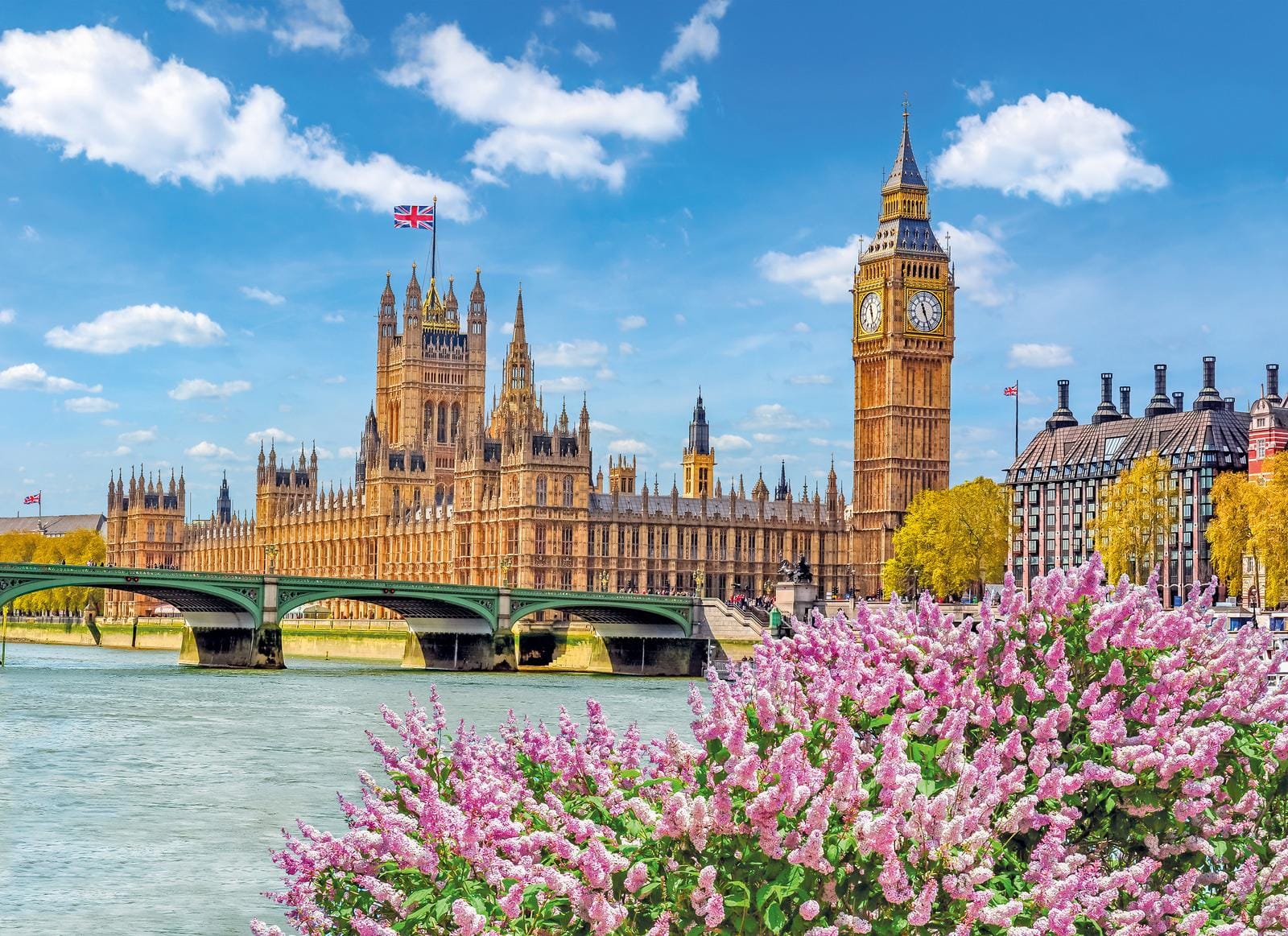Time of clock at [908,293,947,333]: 11:26
